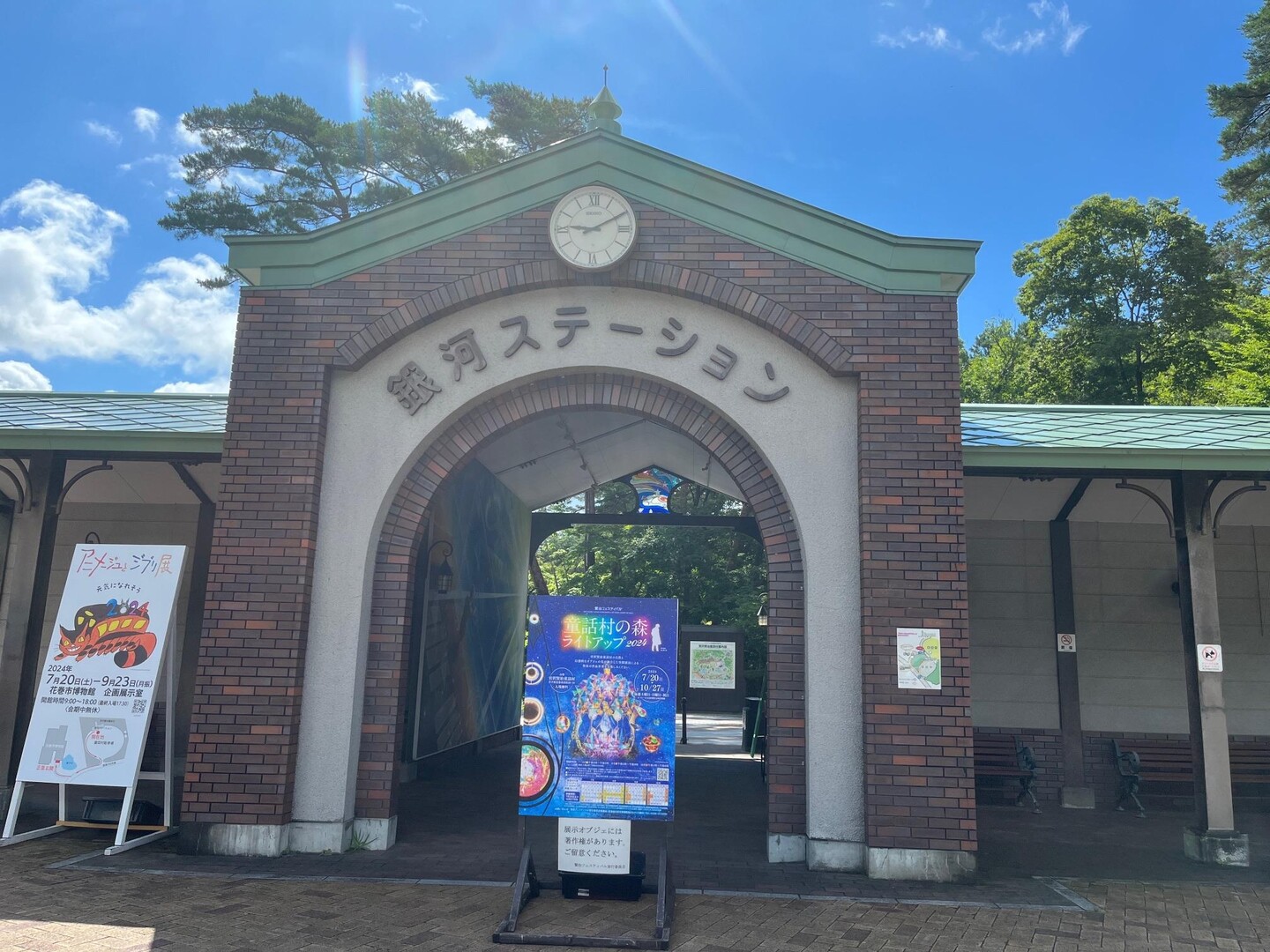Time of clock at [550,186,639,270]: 9:10
